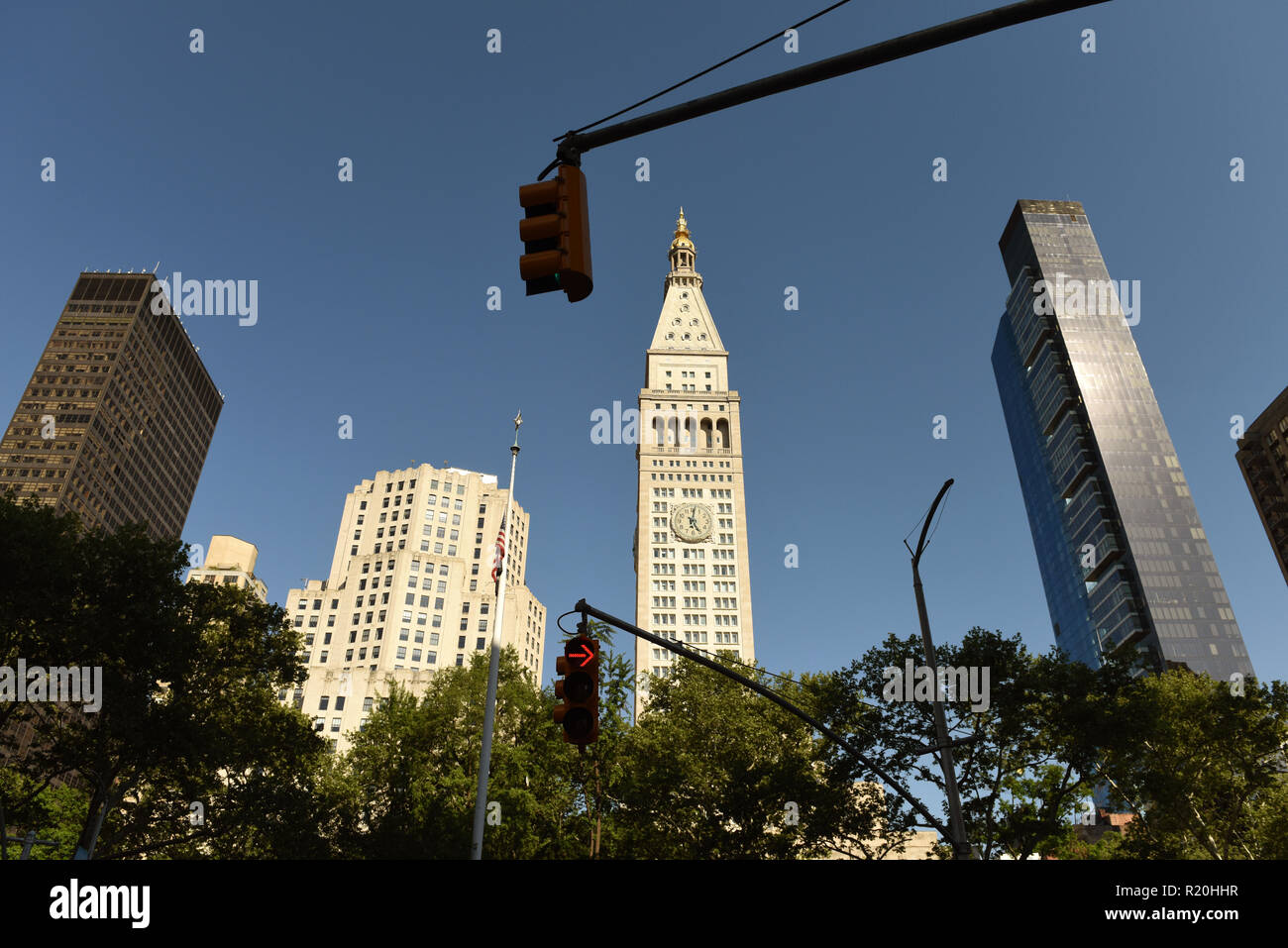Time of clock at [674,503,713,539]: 5:01
